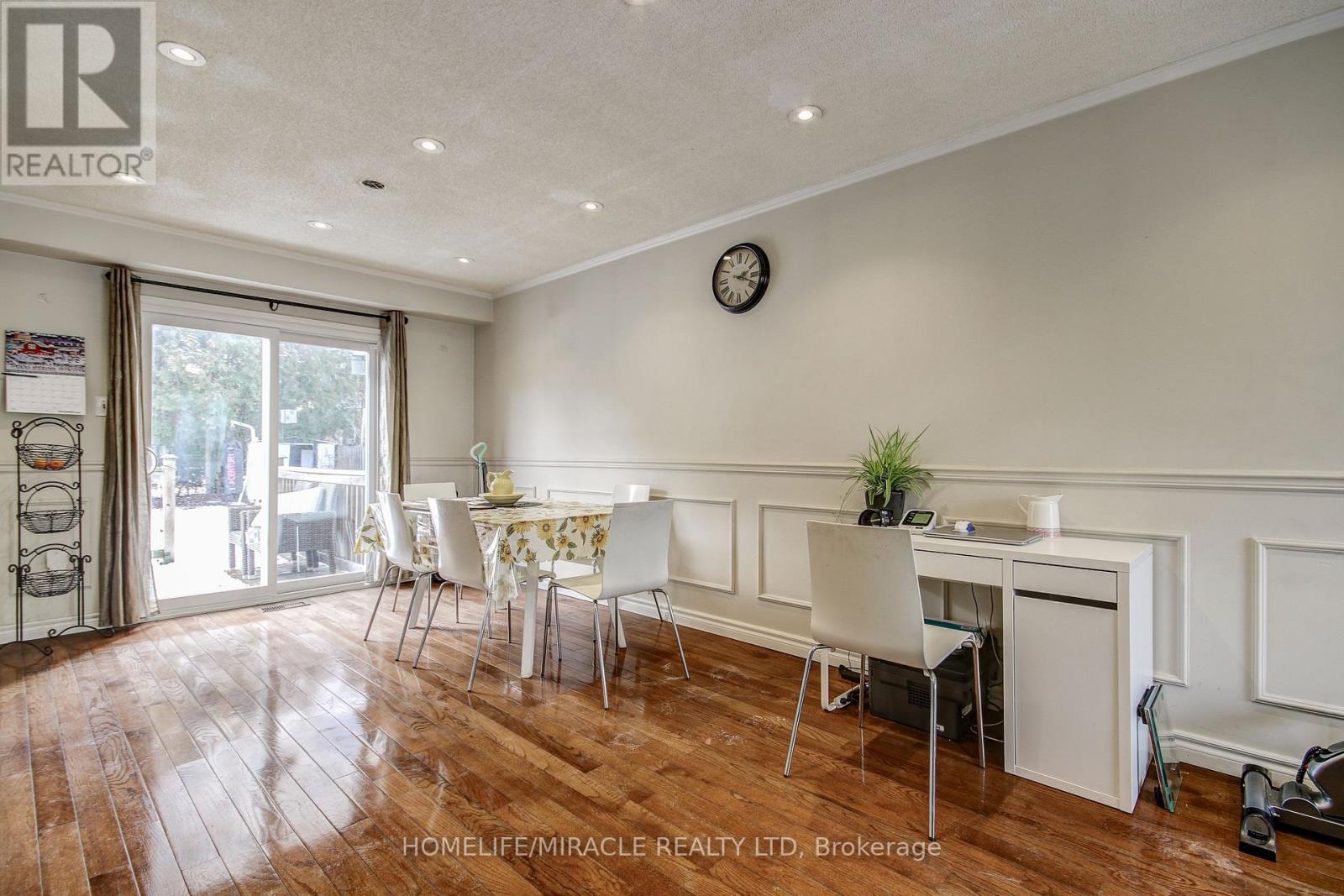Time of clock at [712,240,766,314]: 2:18
